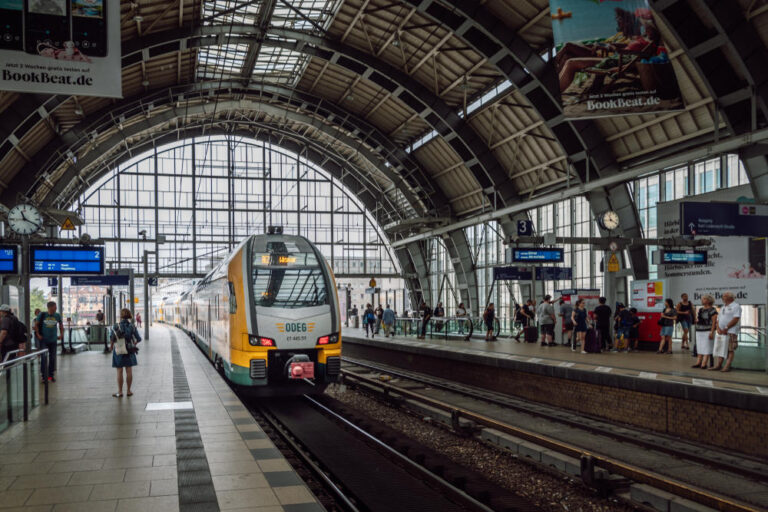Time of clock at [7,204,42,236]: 11:19
